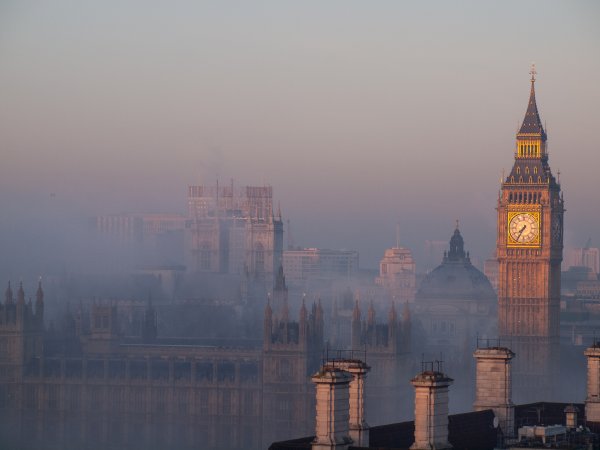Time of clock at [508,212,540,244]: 7:35
